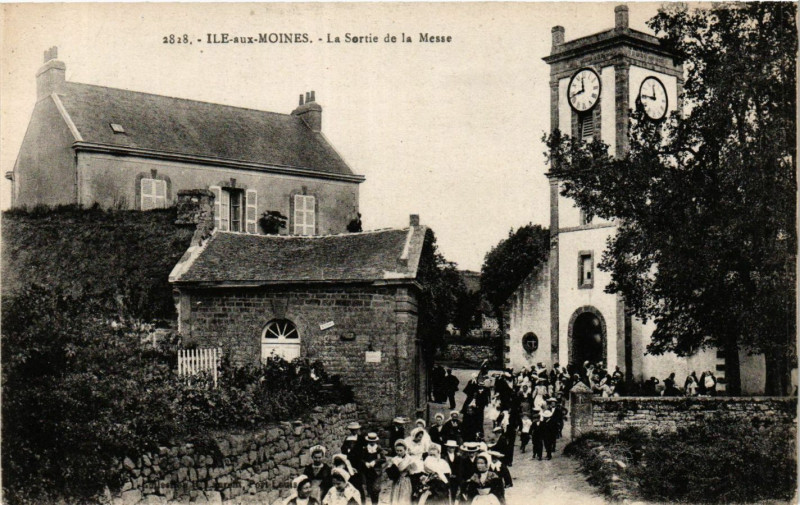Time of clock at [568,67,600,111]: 11:42
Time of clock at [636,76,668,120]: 11:45
